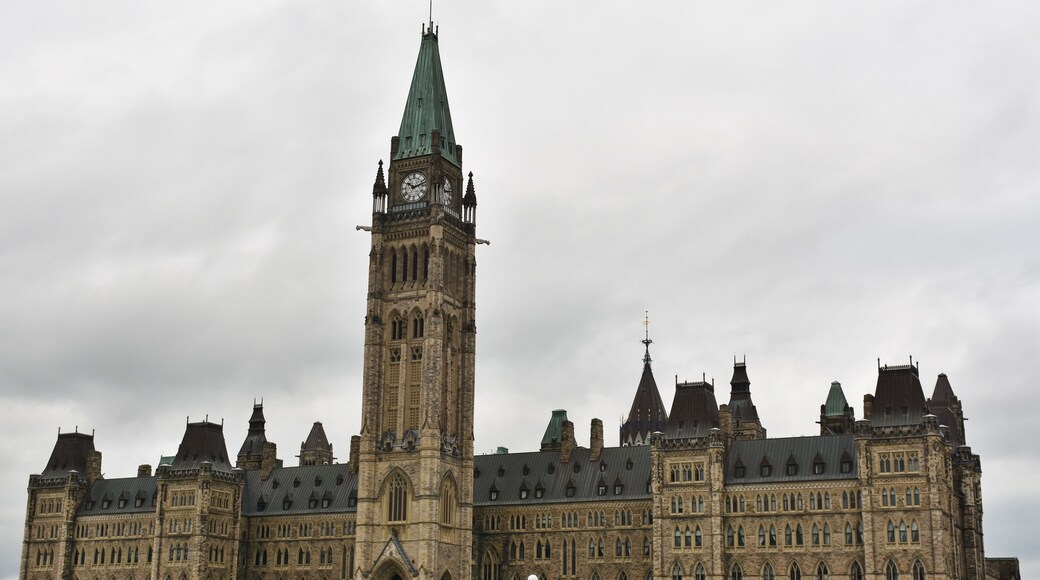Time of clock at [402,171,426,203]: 10:12
